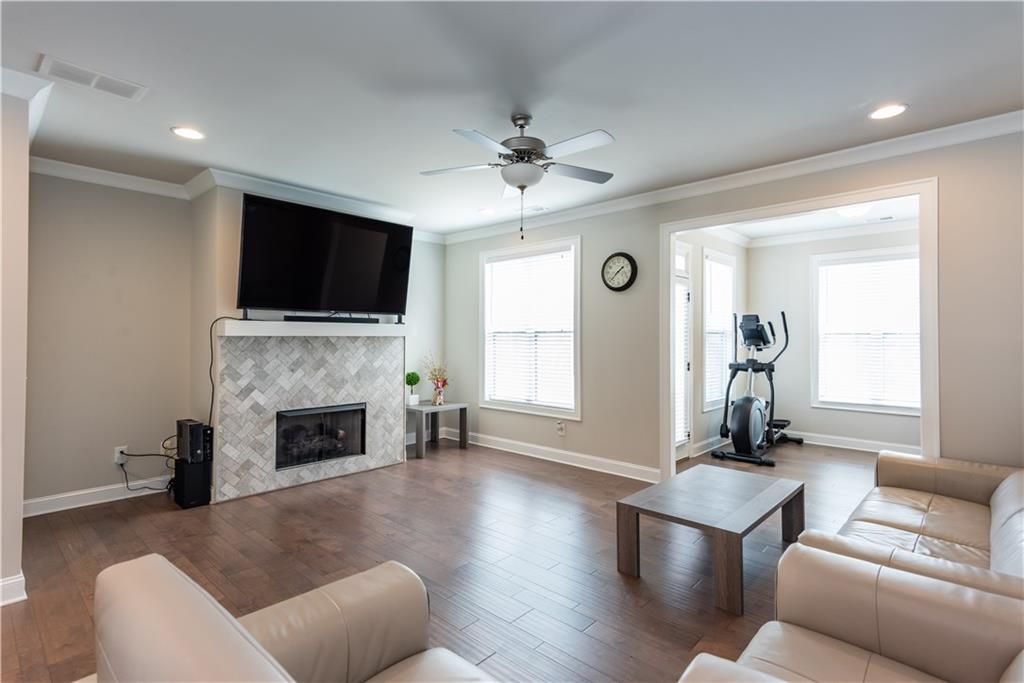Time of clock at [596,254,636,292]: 1:37
